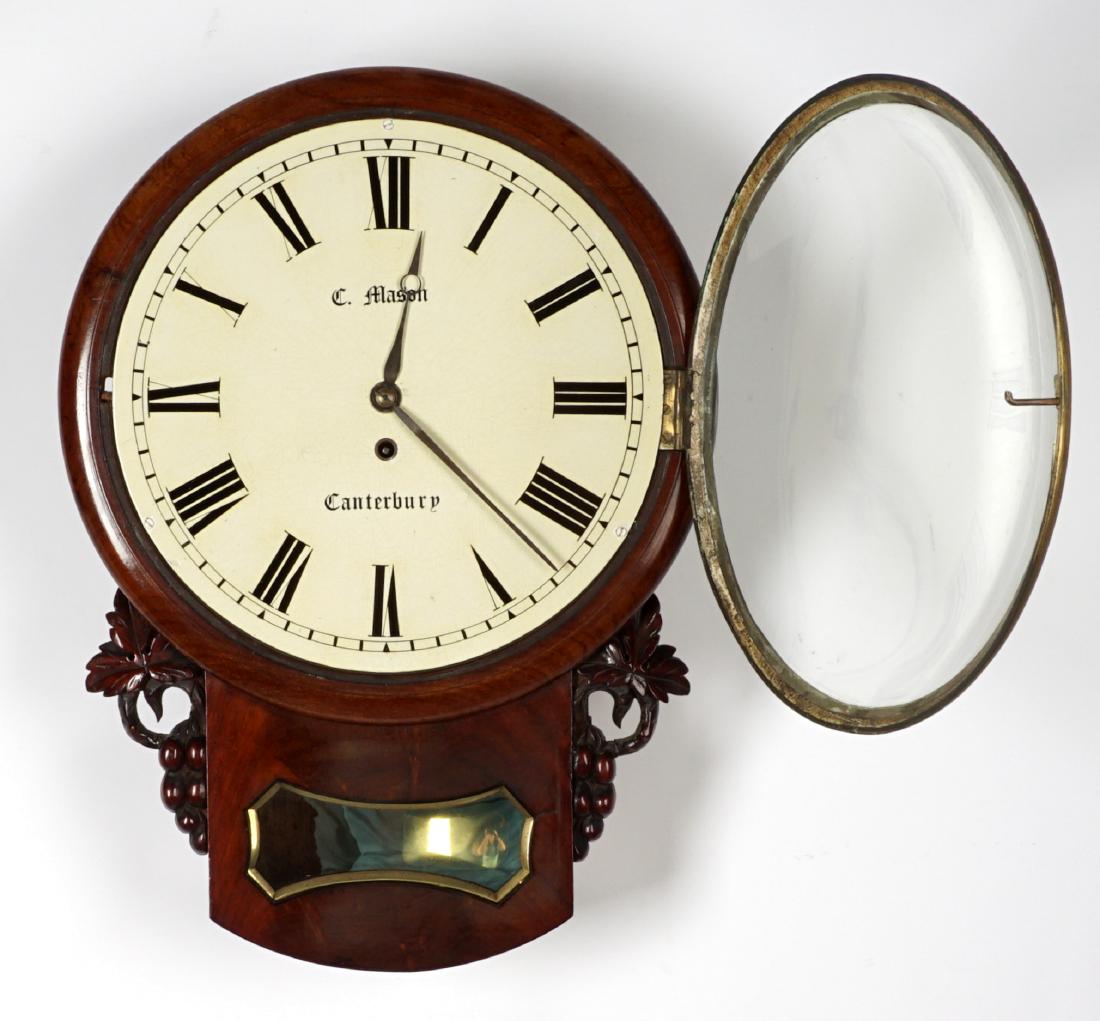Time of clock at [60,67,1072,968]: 12:22
